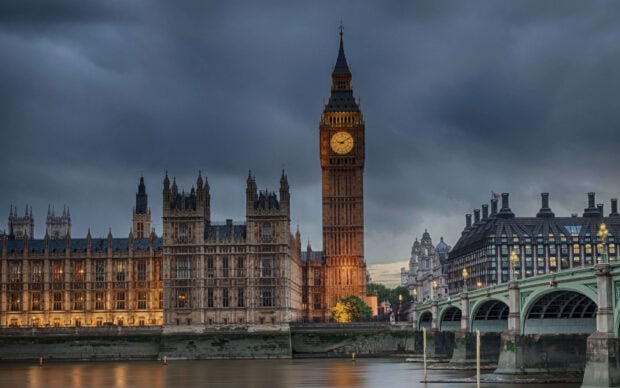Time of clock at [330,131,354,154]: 9:09
